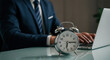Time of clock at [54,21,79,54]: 6:14
